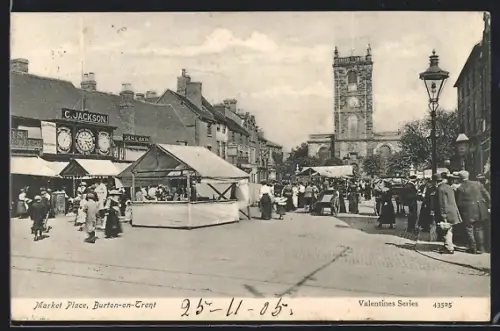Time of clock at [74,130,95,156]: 3:24
